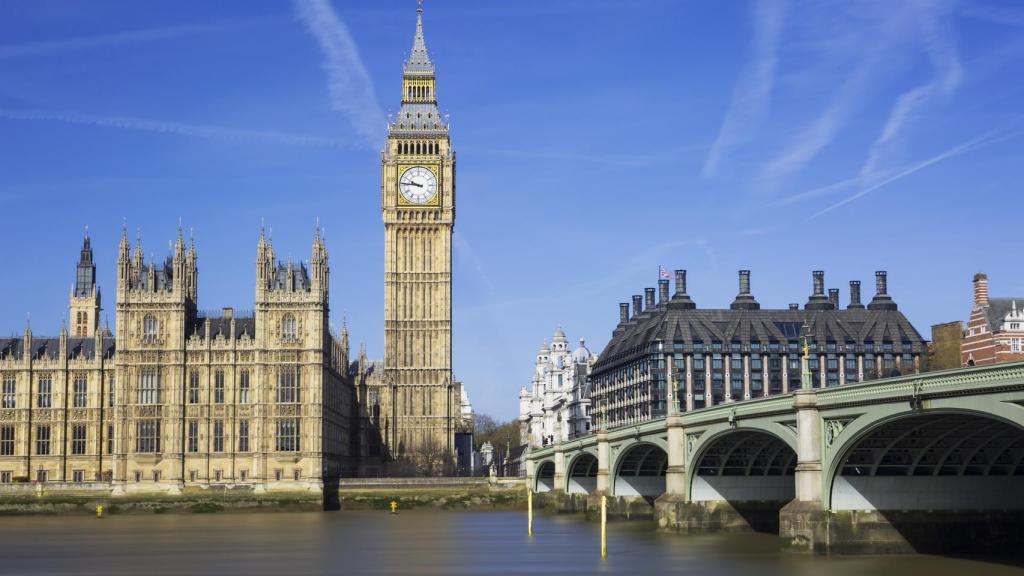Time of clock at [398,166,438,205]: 9:45
